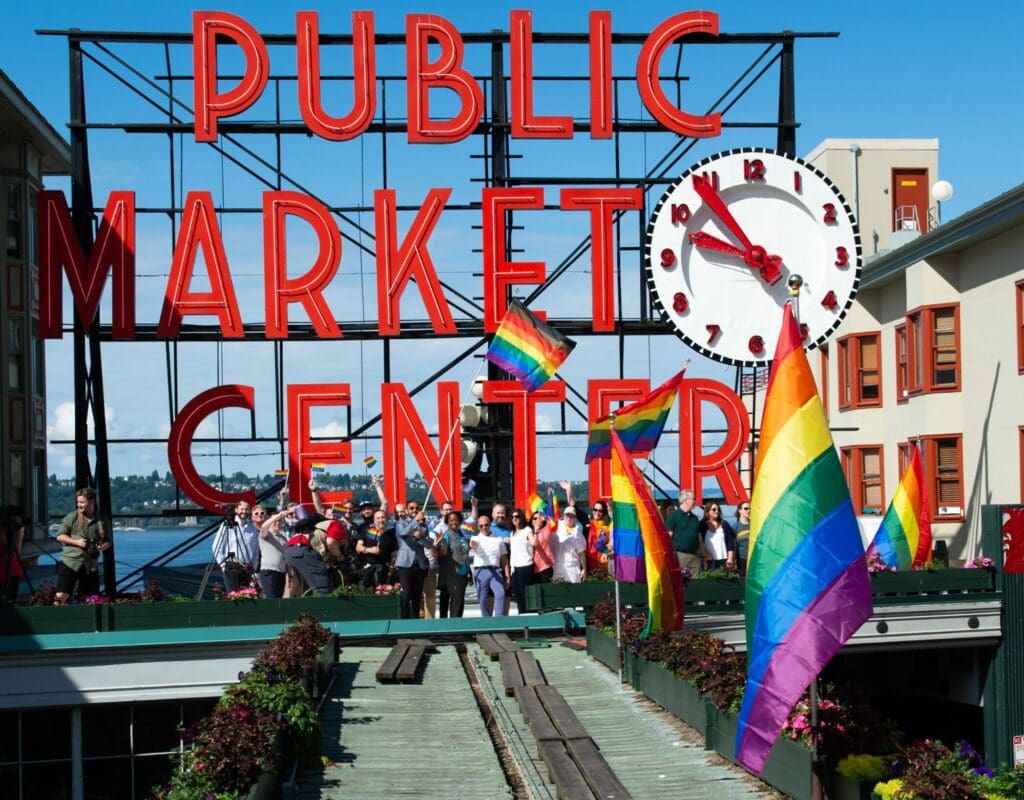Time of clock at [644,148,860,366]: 9:53
